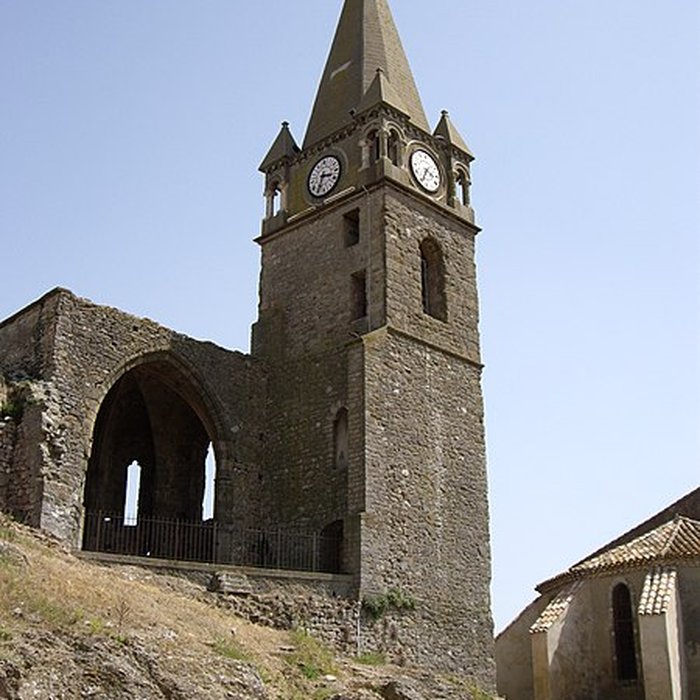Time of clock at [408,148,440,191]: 3:34
